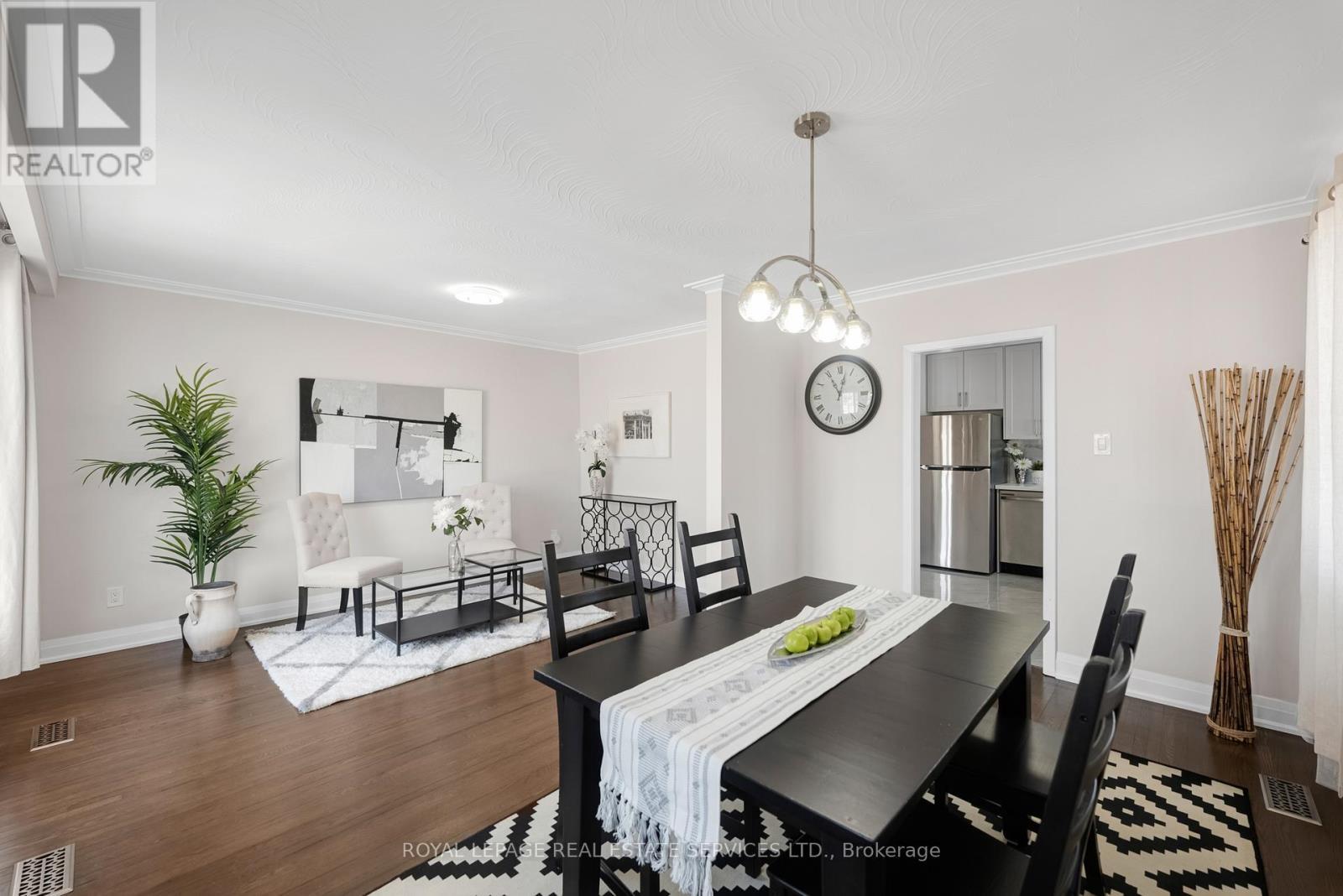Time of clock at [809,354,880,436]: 11:02
